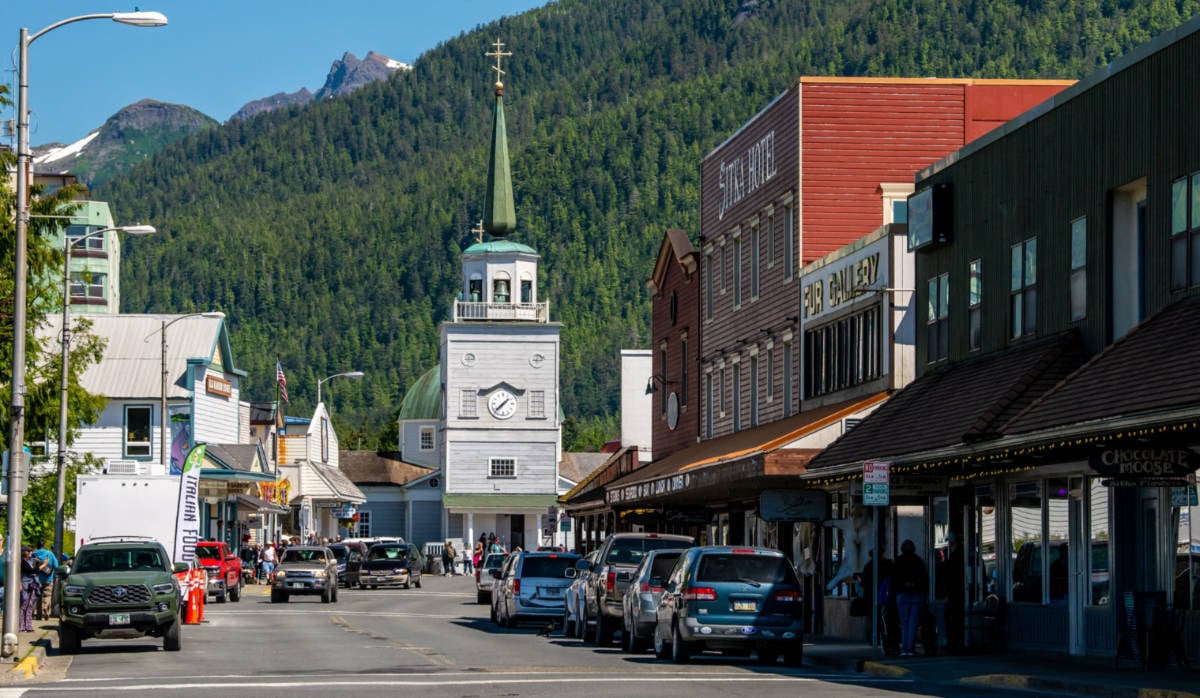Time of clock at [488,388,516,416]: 1:37
